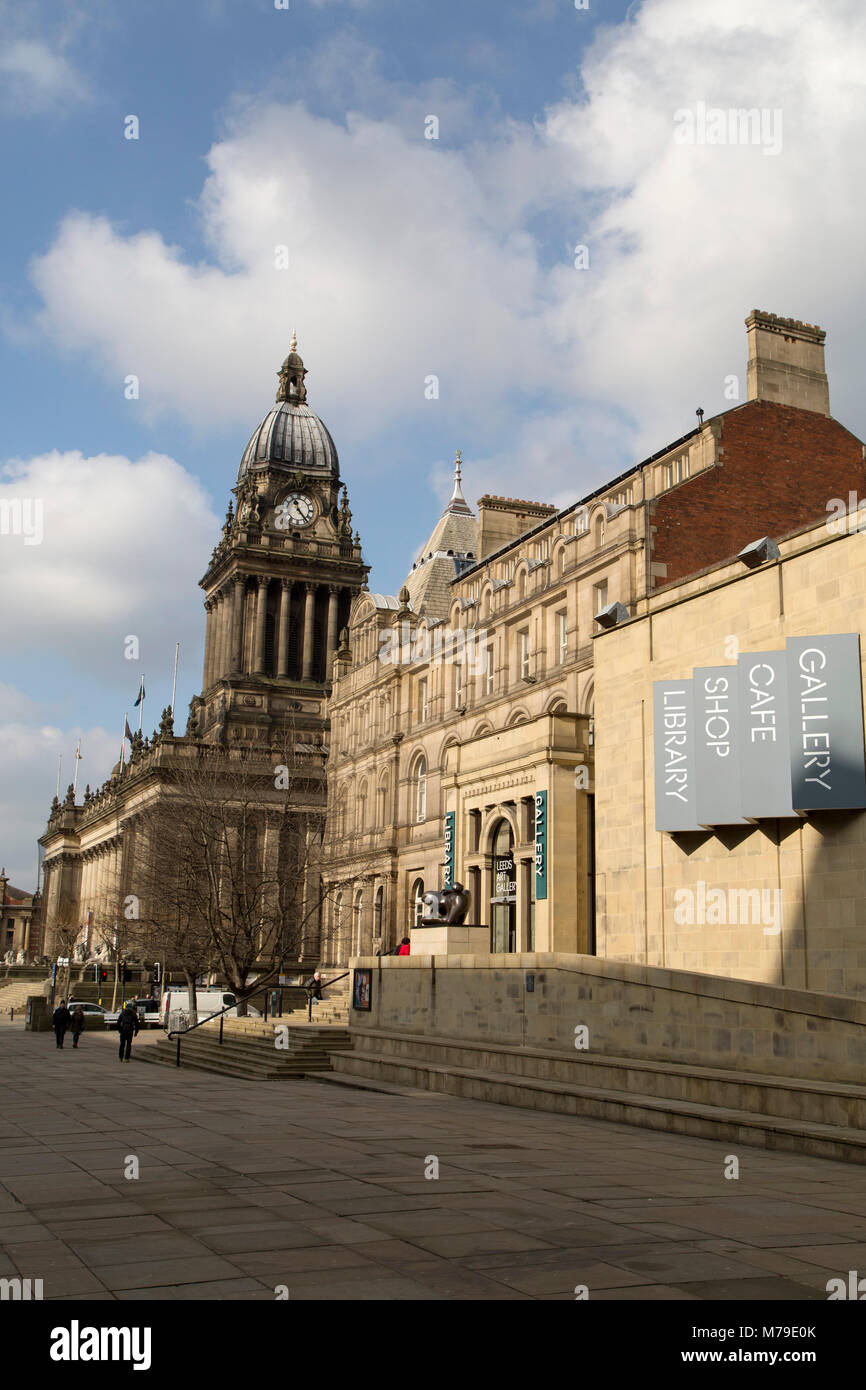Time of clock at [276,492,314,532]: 11:23
